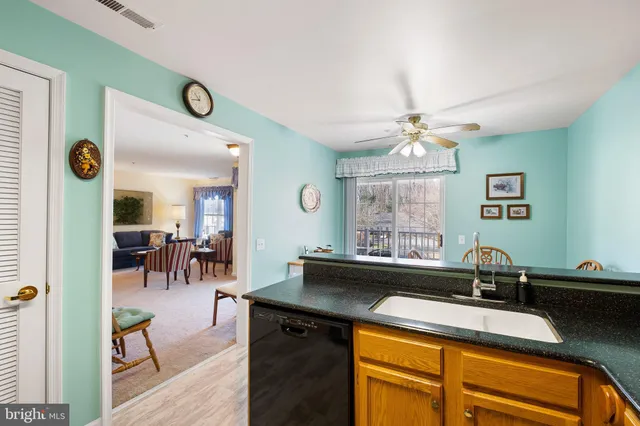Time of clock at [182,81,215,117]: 10:42
